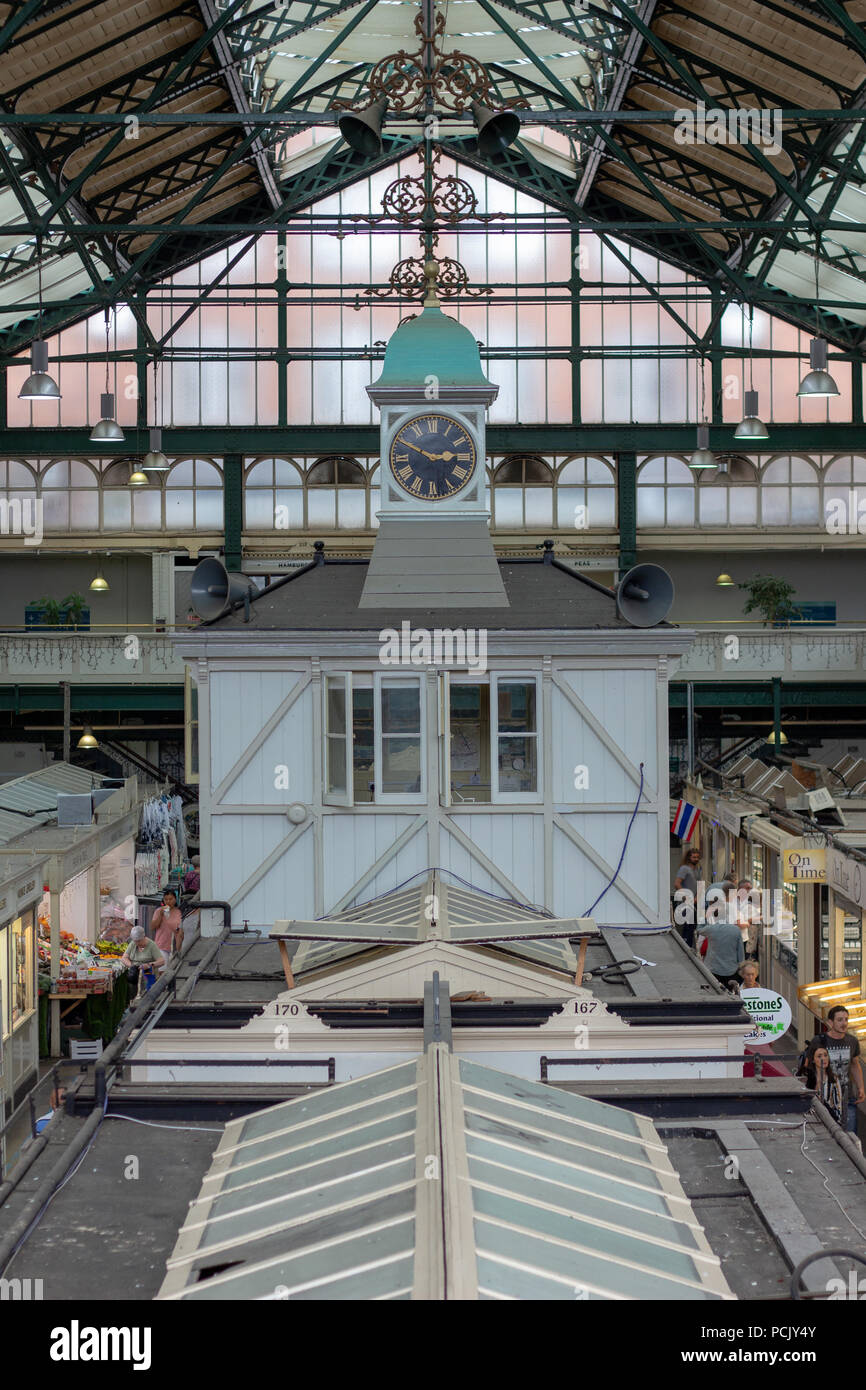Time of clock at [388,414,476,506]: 2:49
